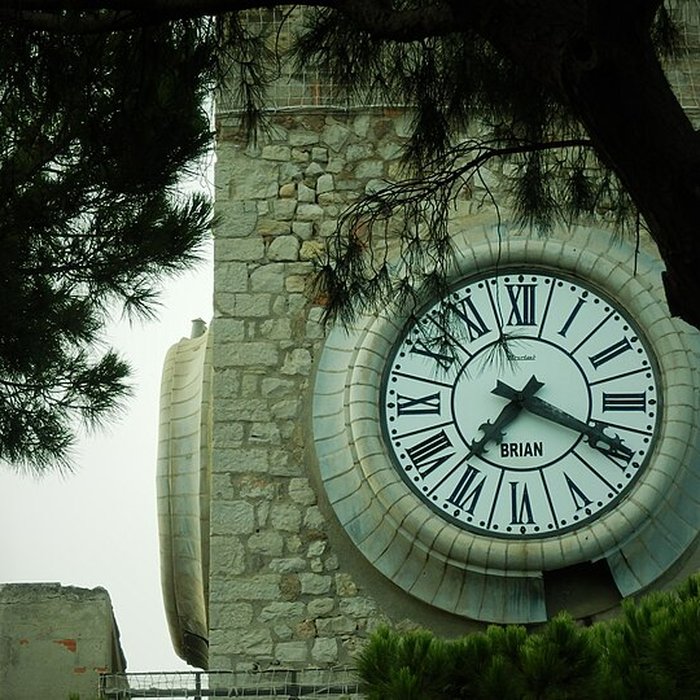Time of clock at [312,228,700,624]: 7:18
